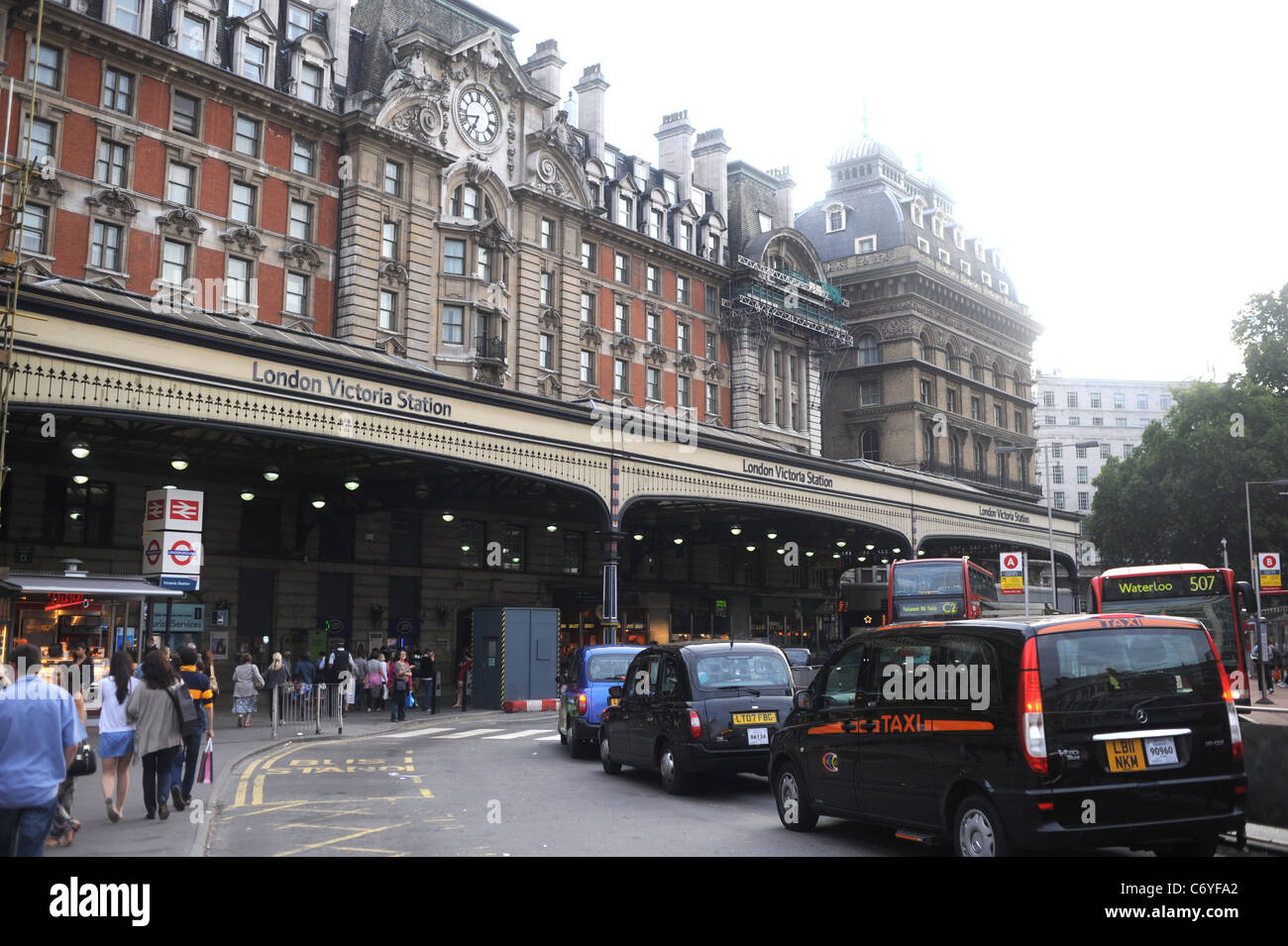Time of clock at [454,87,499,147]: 6:42
